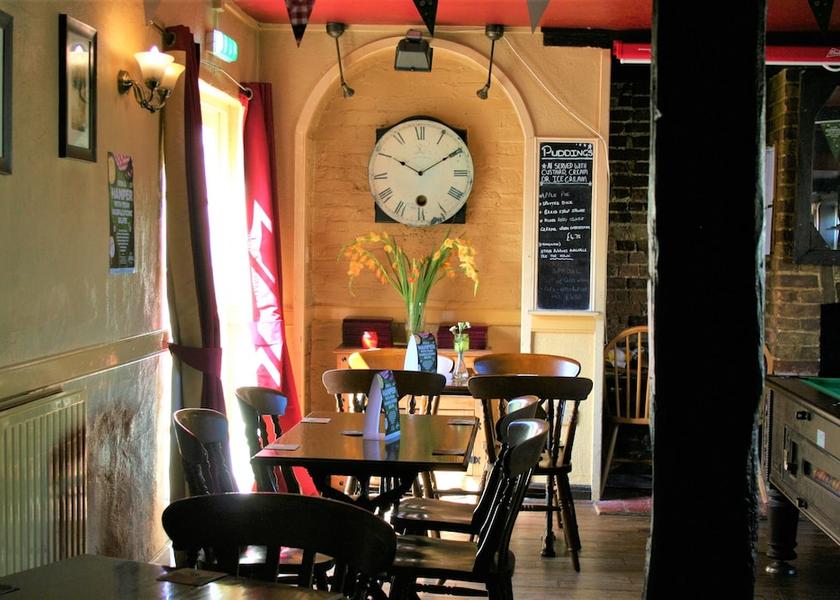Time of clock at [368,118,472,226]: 10:09
